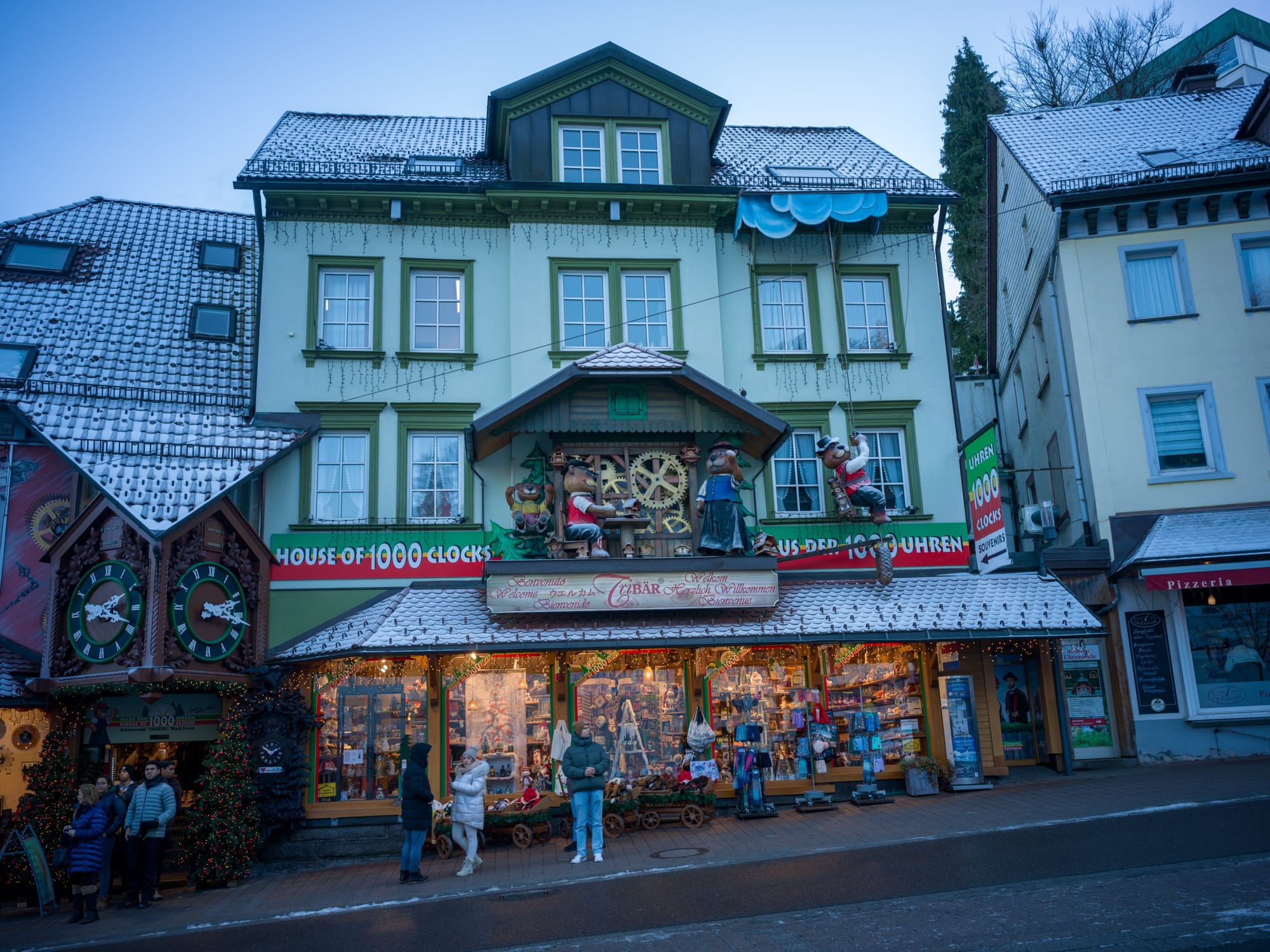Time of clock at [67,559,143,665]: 2:18
